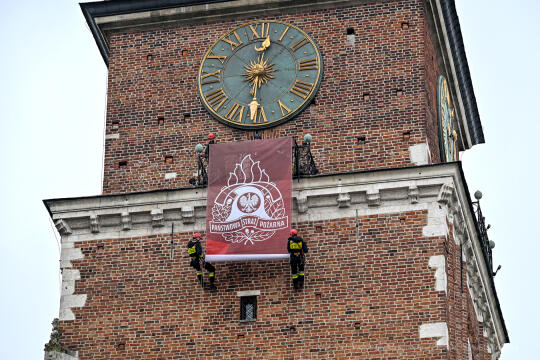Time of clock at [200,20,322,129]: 12:31
